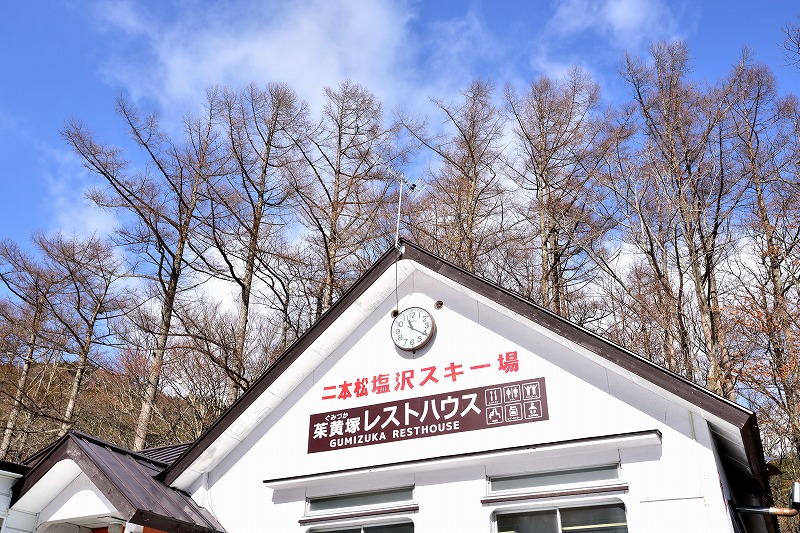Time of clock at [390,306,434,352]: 11:20
